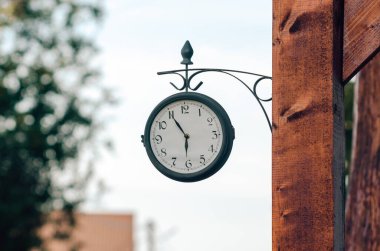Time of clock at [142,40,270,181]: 5:54
